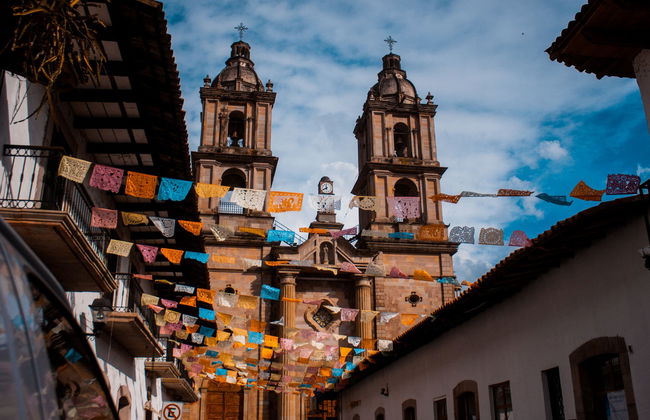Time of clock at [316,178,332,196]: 11:40
